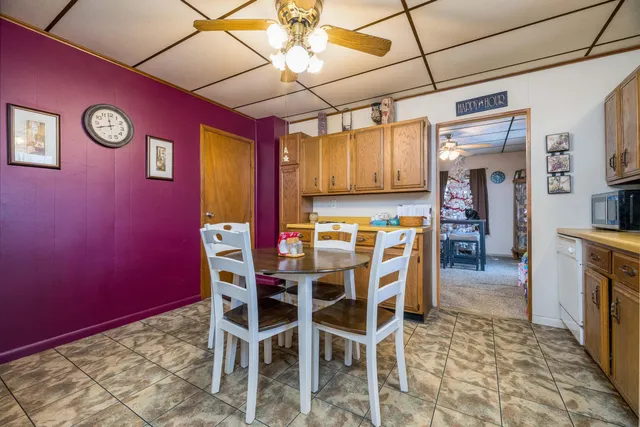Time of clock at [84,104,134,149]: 11:41
